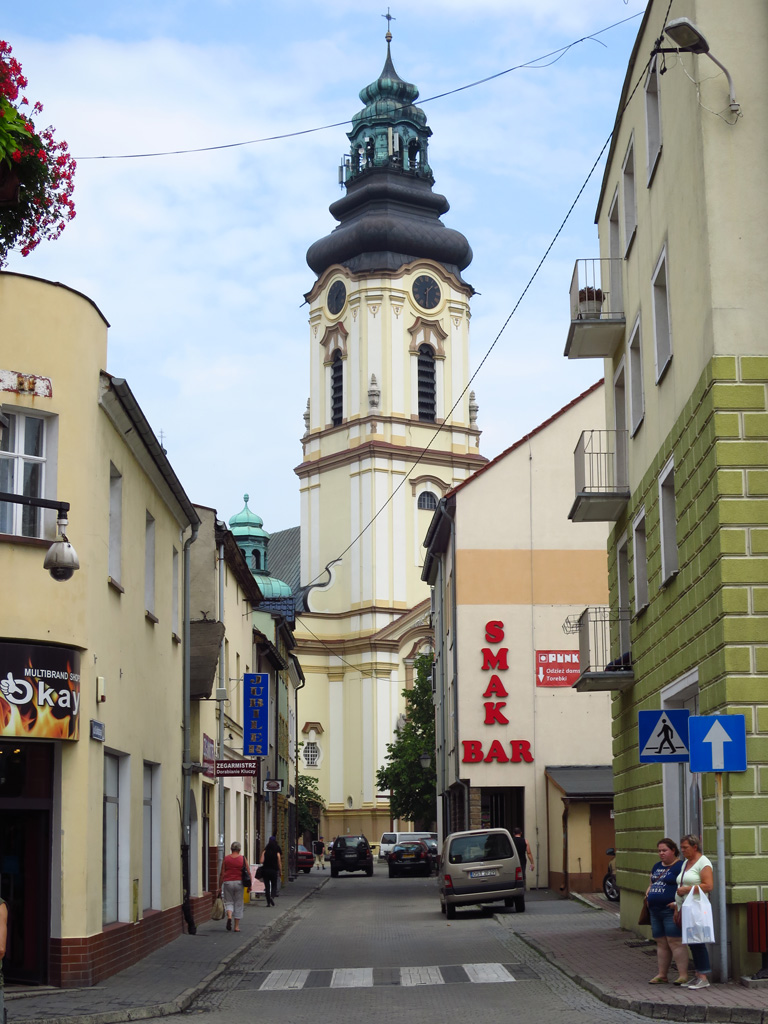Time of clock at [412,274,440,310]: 1:31
